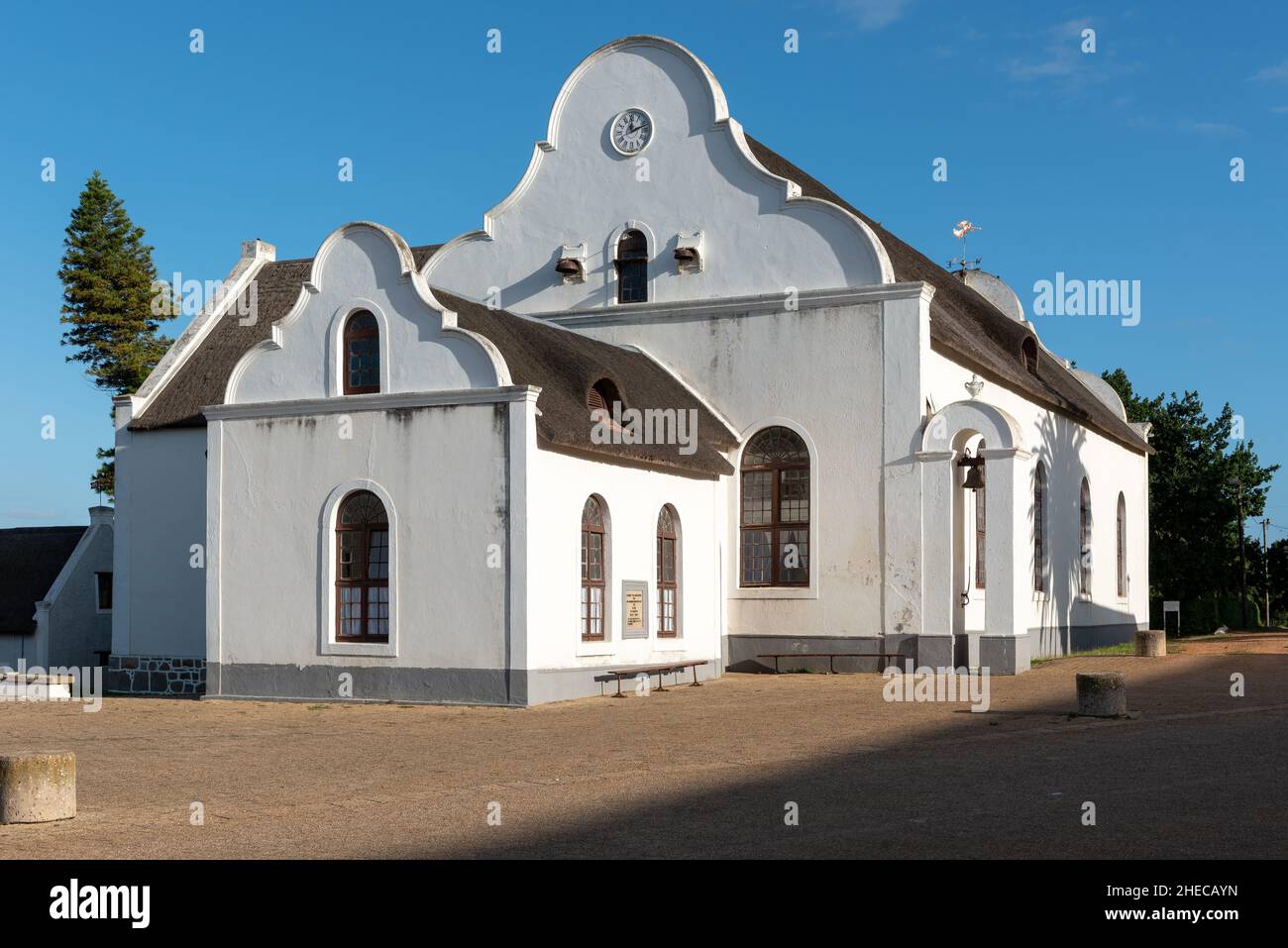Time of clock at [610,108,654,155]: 12:11
